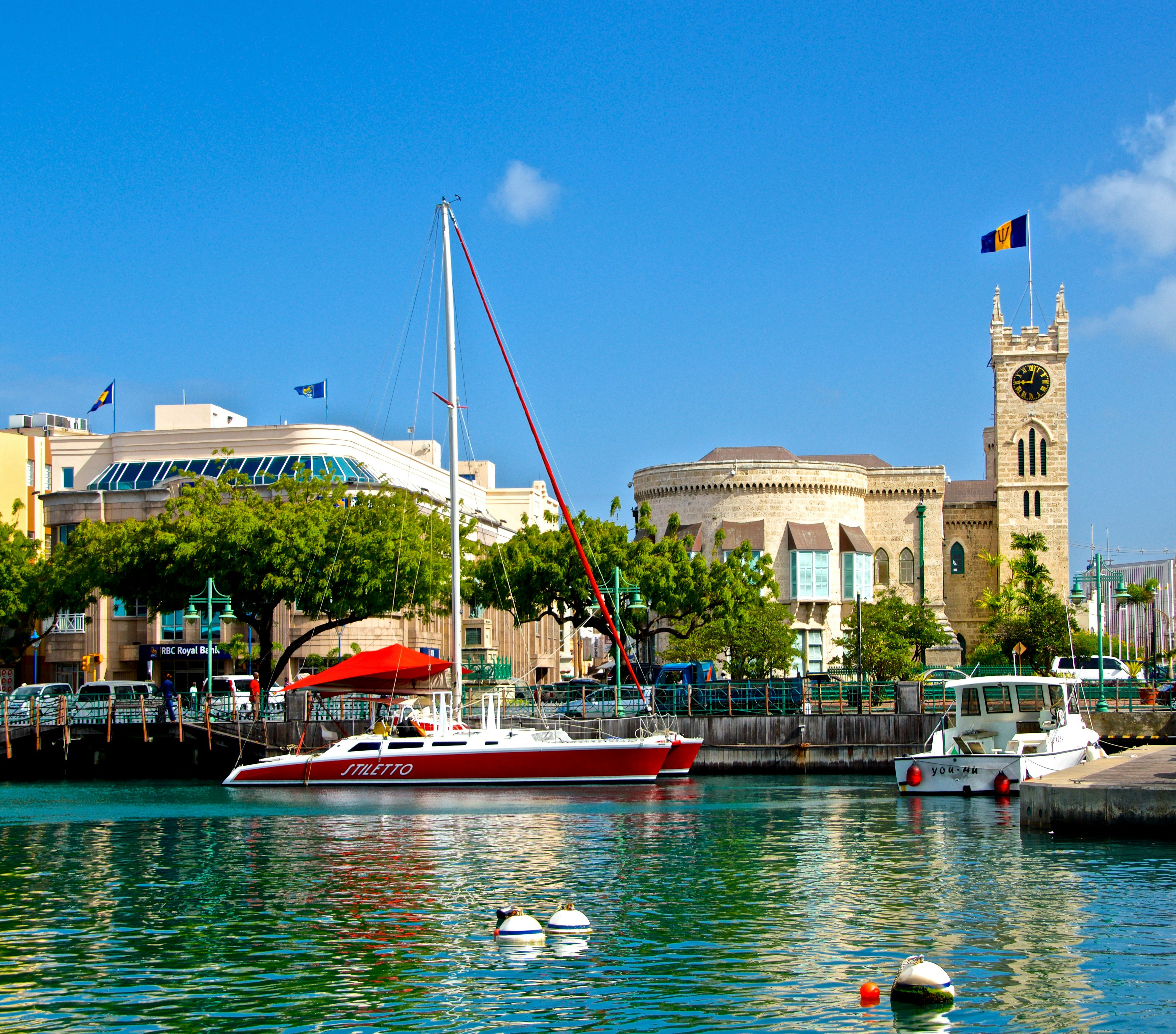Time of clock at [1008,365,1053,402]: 9:02
